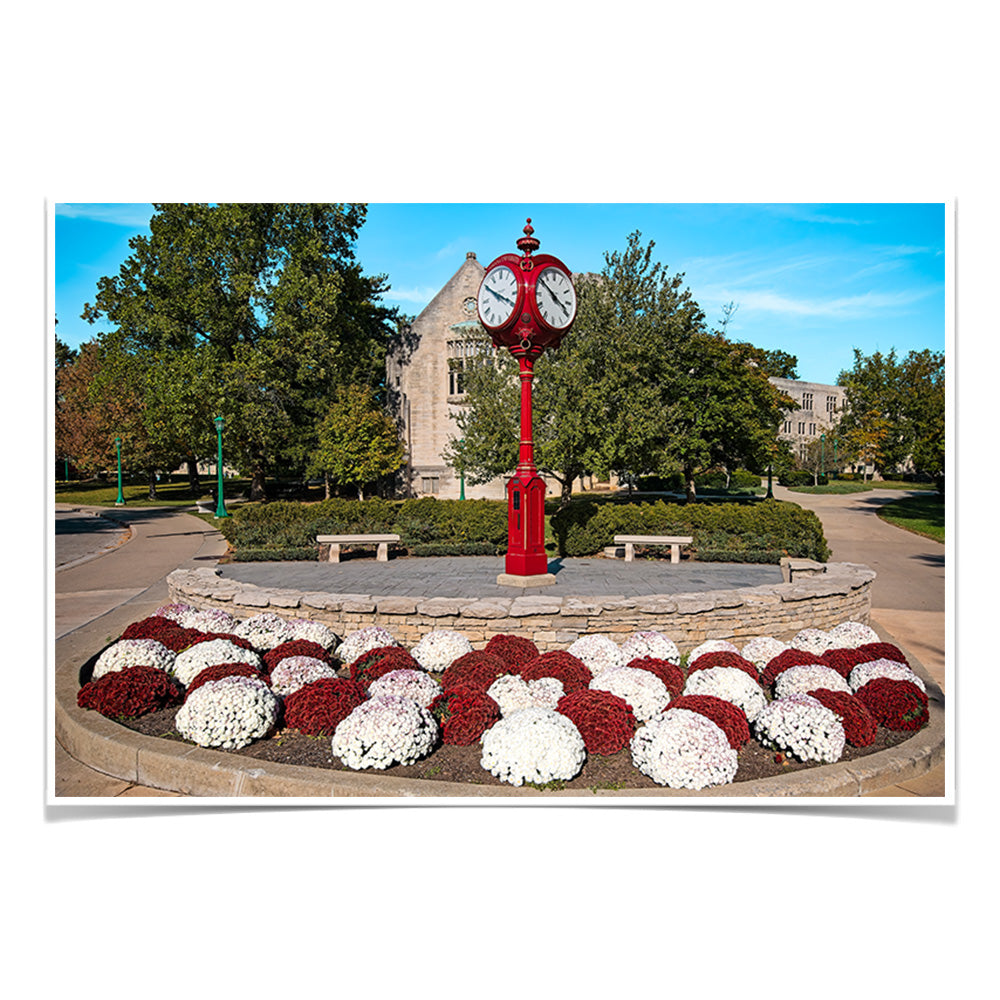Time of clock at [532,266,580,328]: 3:50
